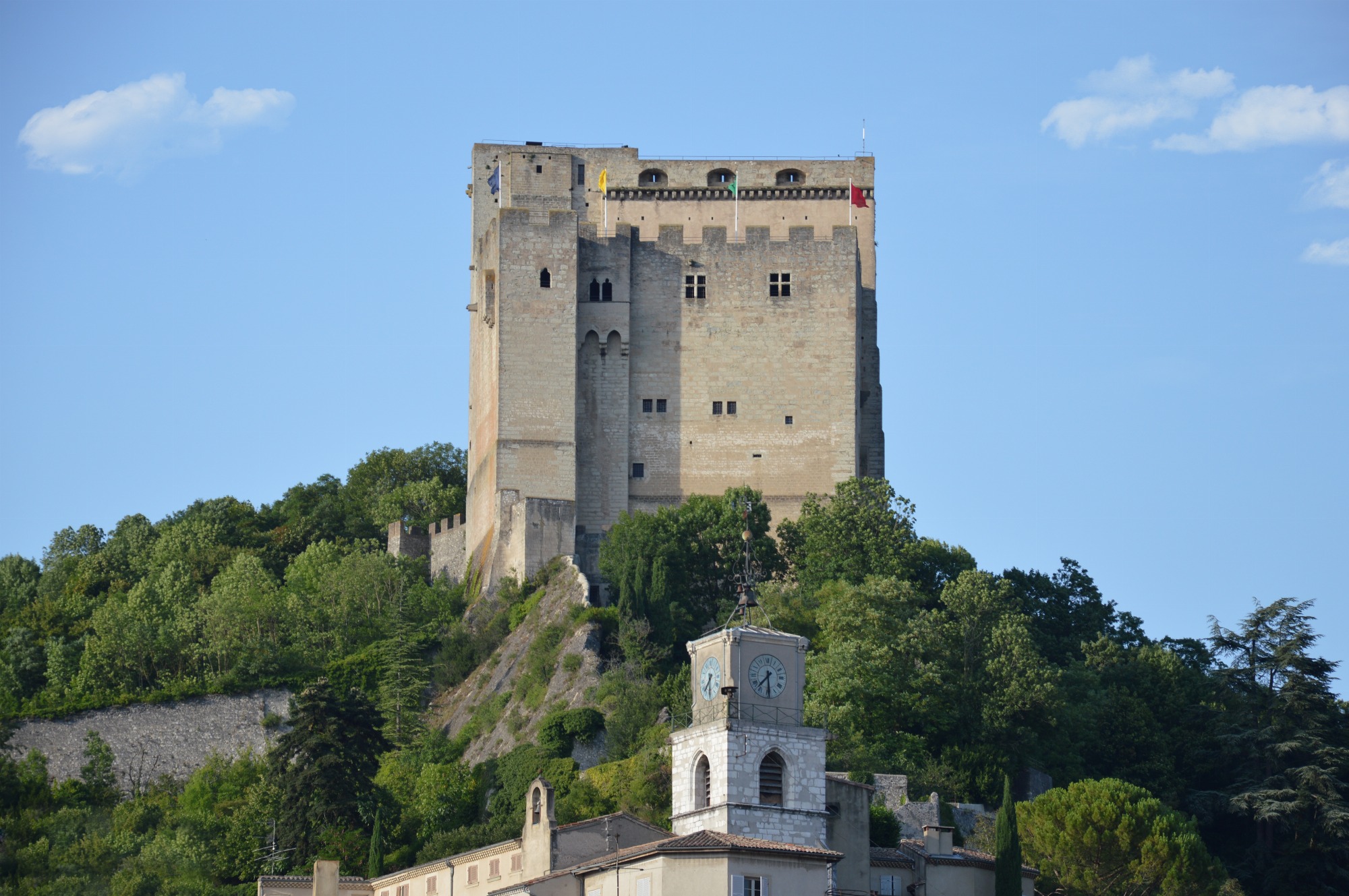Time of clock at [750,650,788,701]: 7:29
